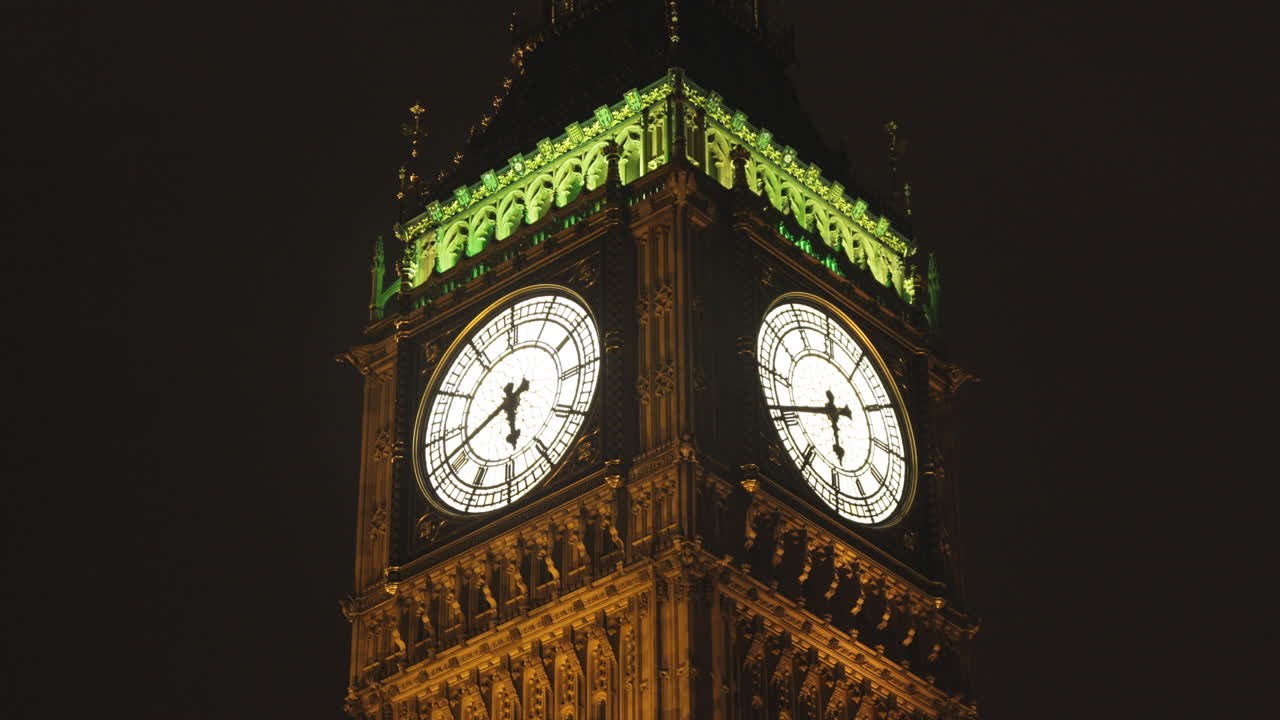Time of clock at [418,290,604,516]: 5:41
